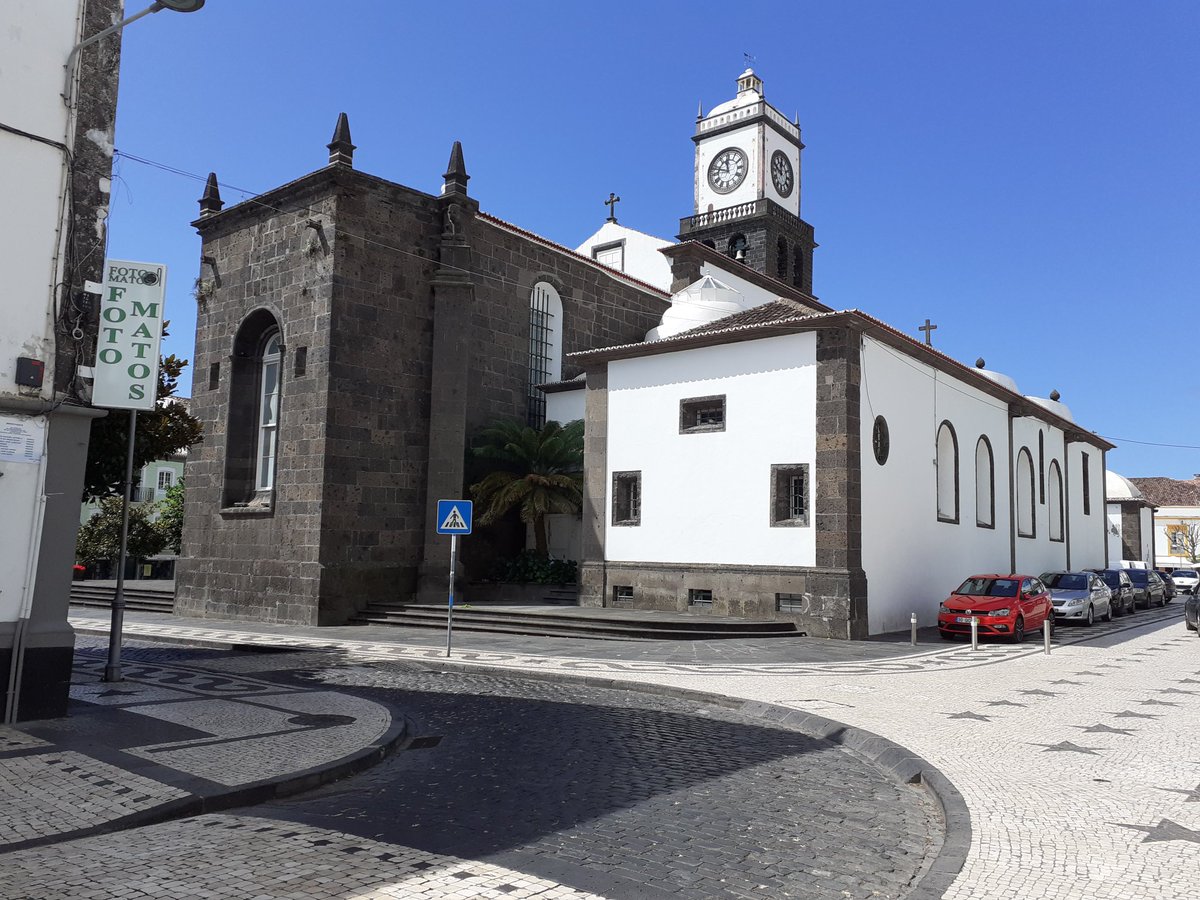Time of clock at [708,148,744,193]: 11:47
